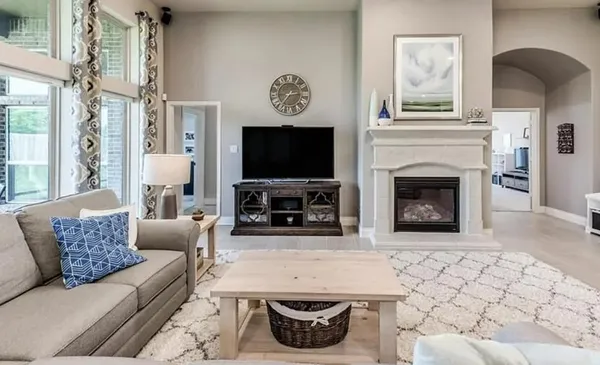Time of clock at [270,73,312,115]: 2:36
